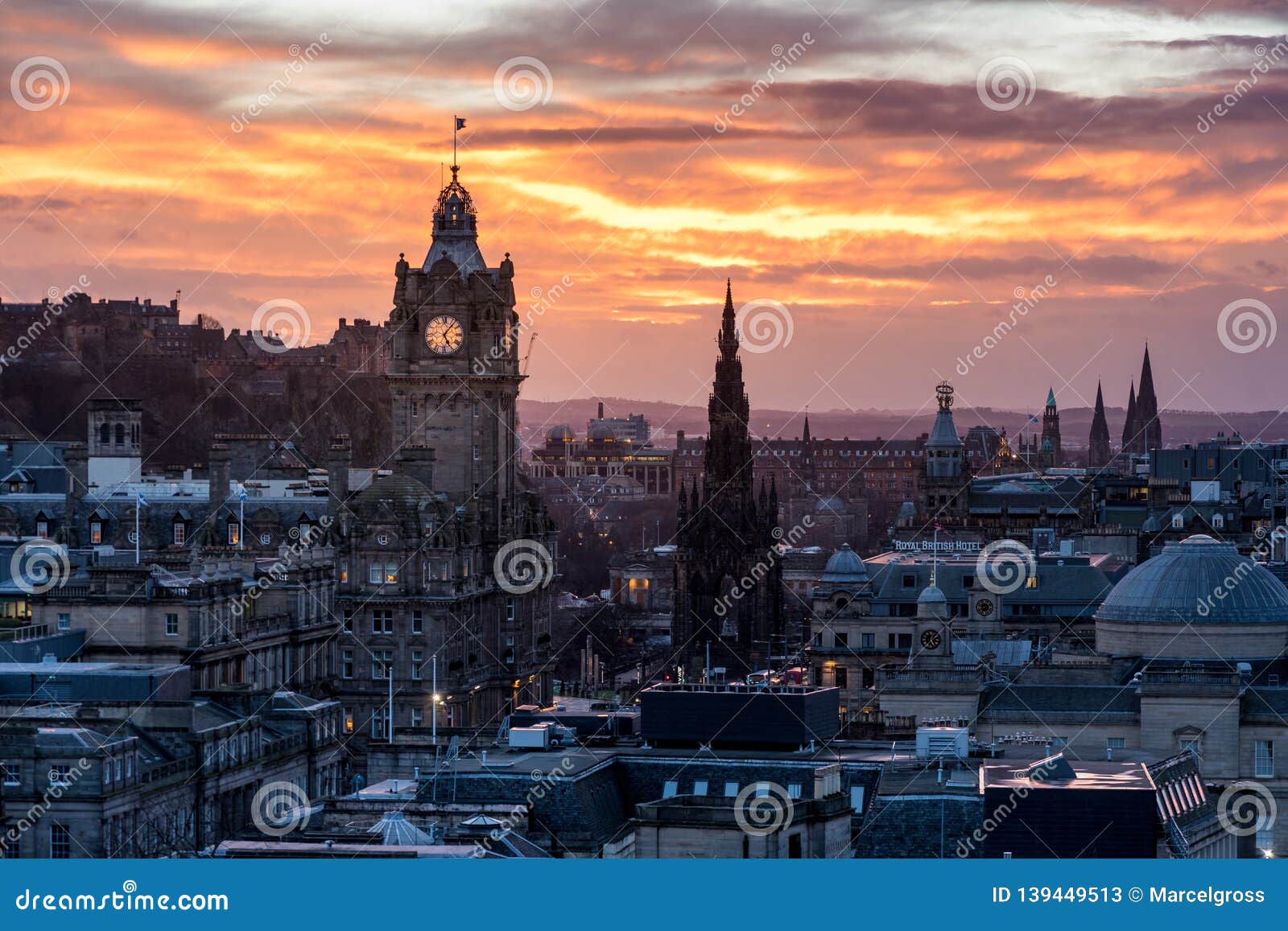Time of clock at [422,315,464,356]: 5:06
